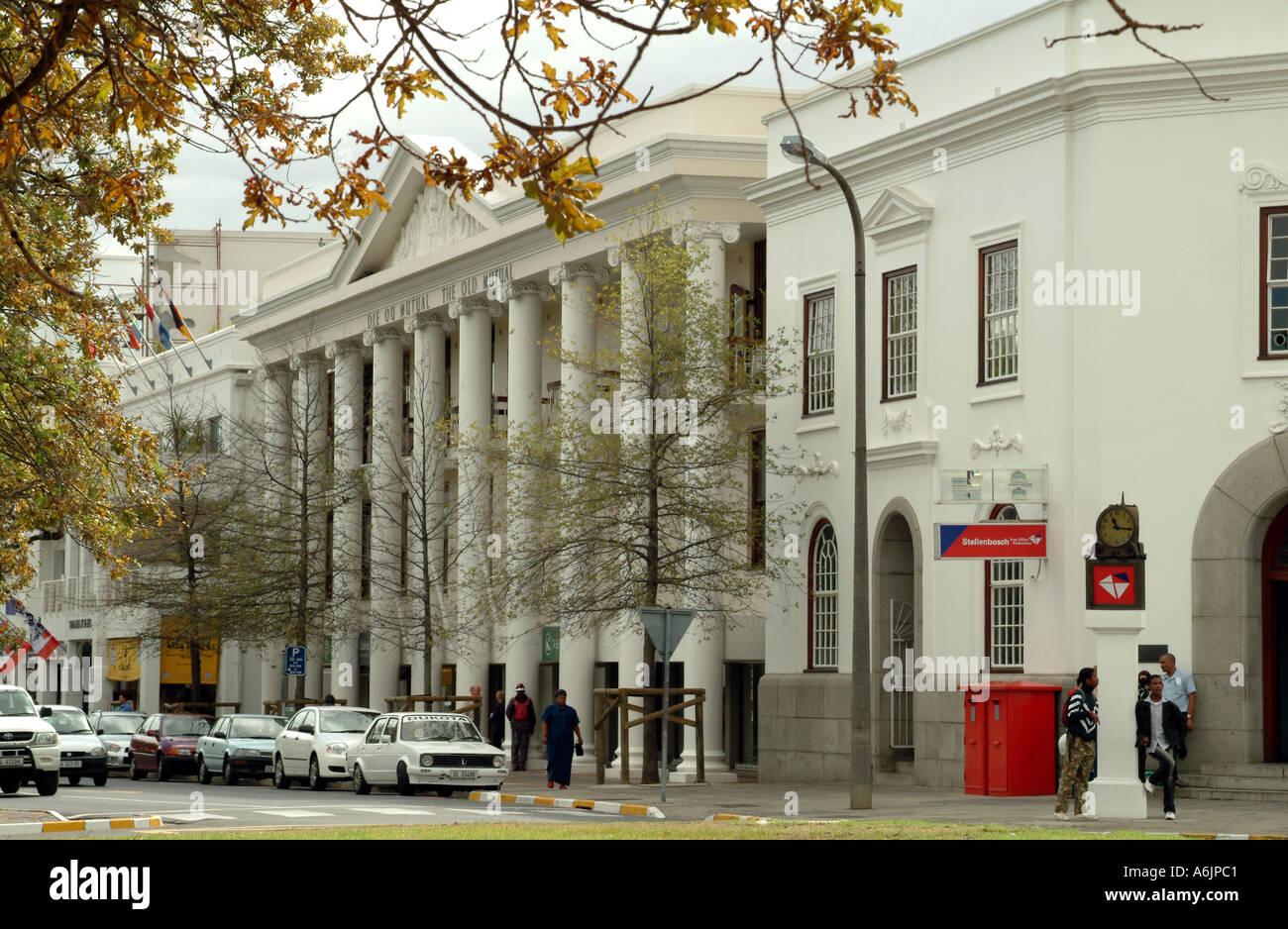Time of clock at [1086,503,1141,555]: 11:16
